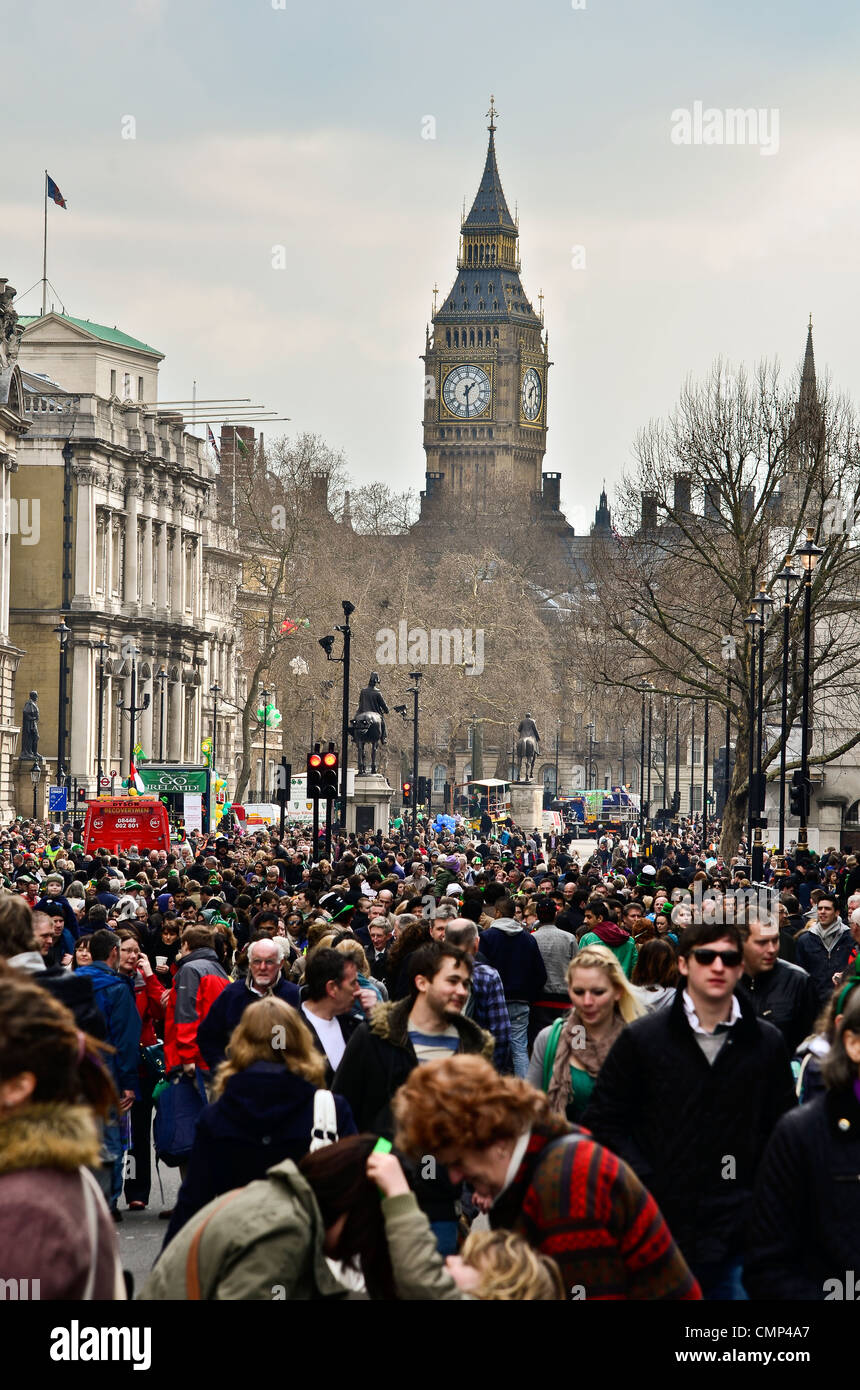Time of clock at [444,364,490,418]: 1:29
